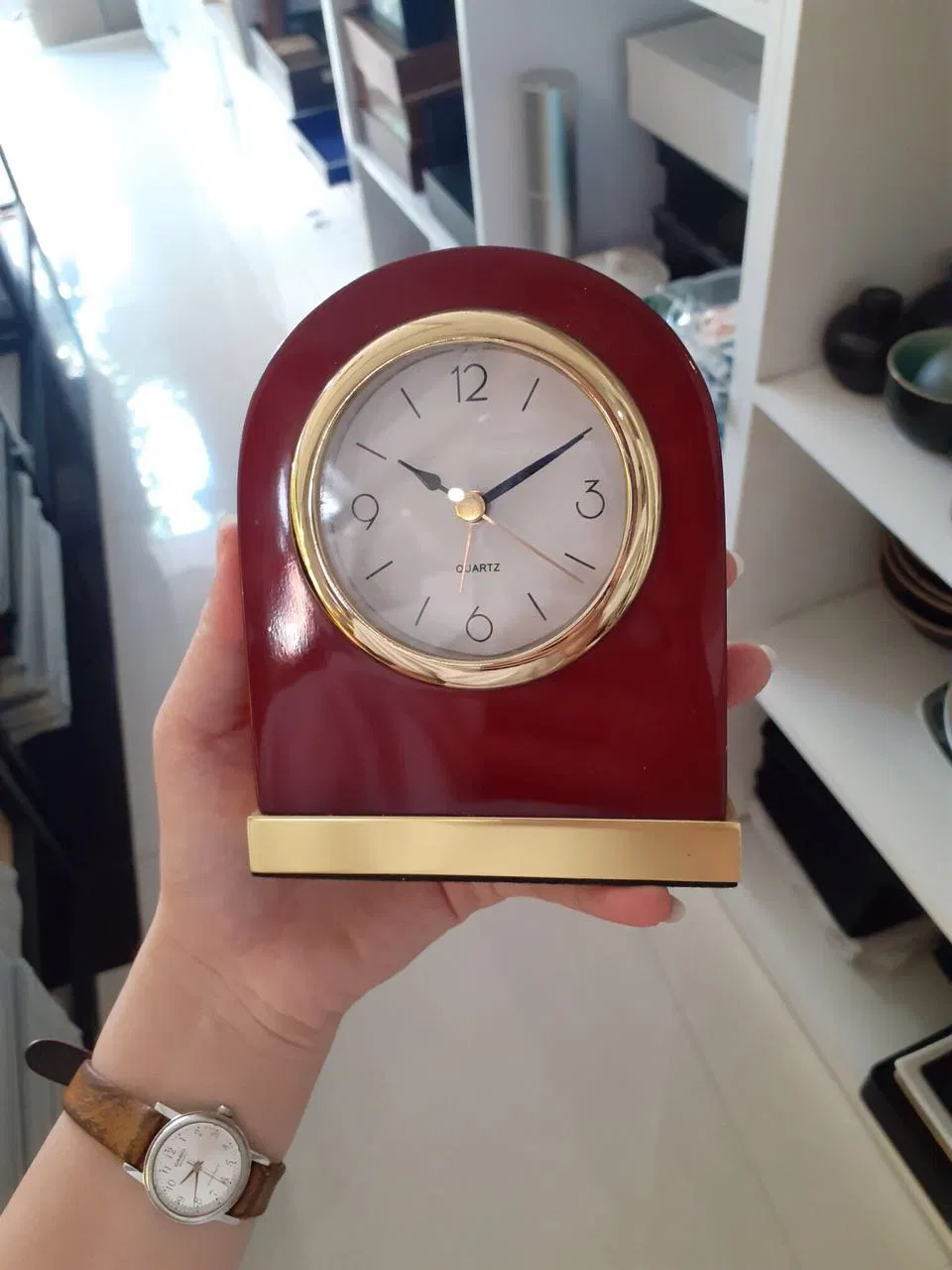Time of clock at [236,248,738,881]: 10:10
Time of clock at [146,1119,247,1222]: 7:30
